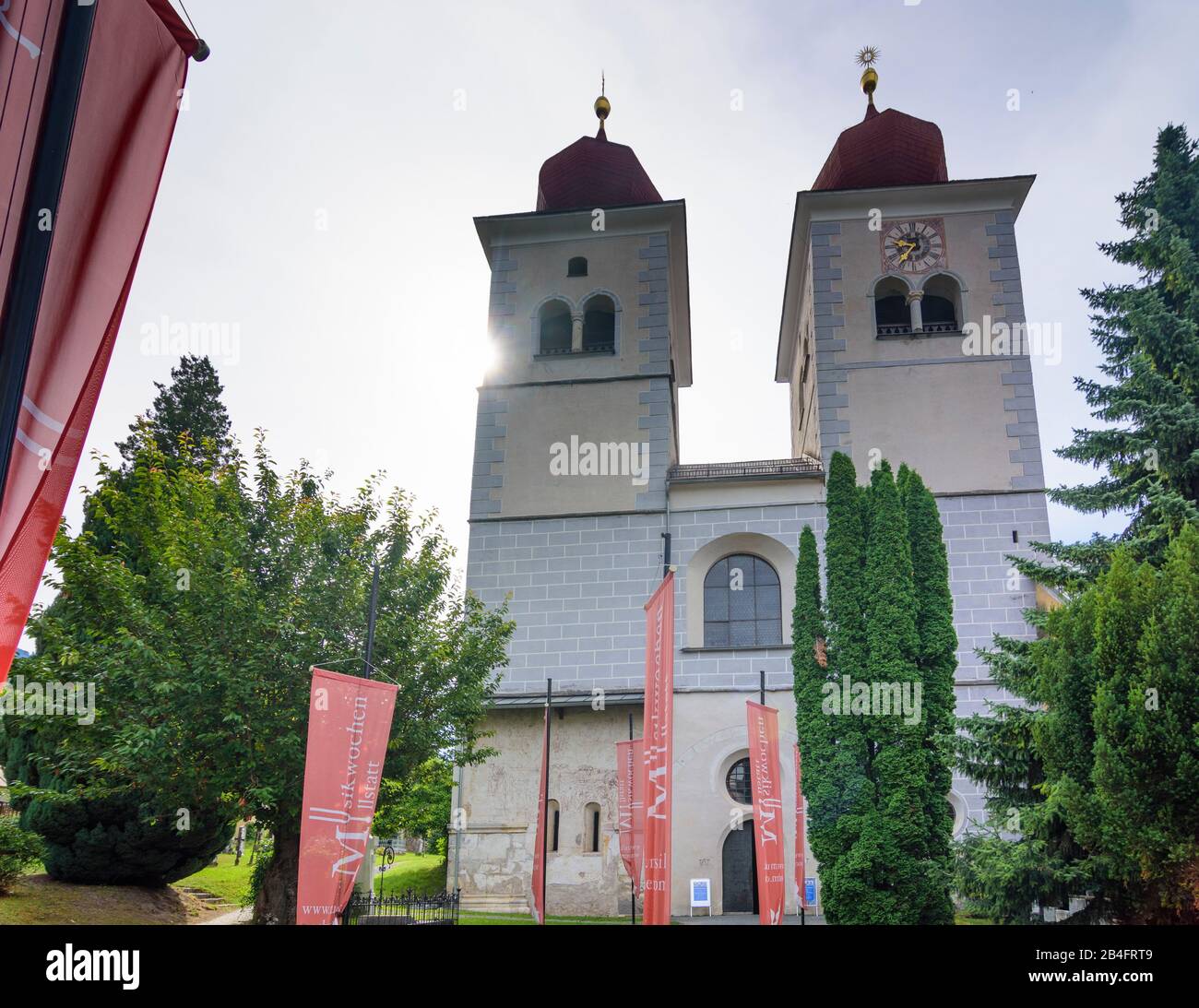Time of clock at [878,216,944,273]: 9:36
